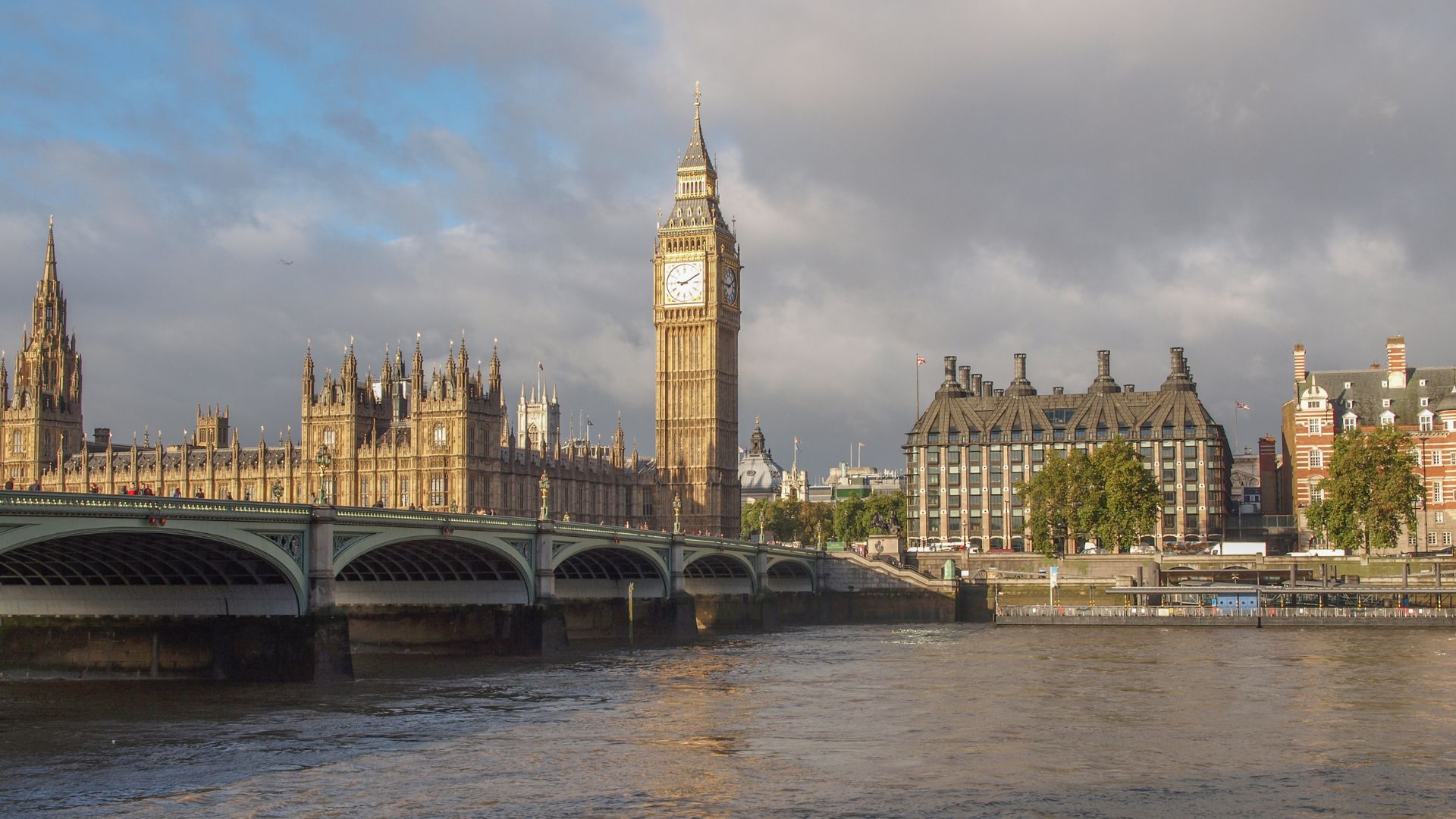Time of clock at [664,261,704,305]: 9:10
